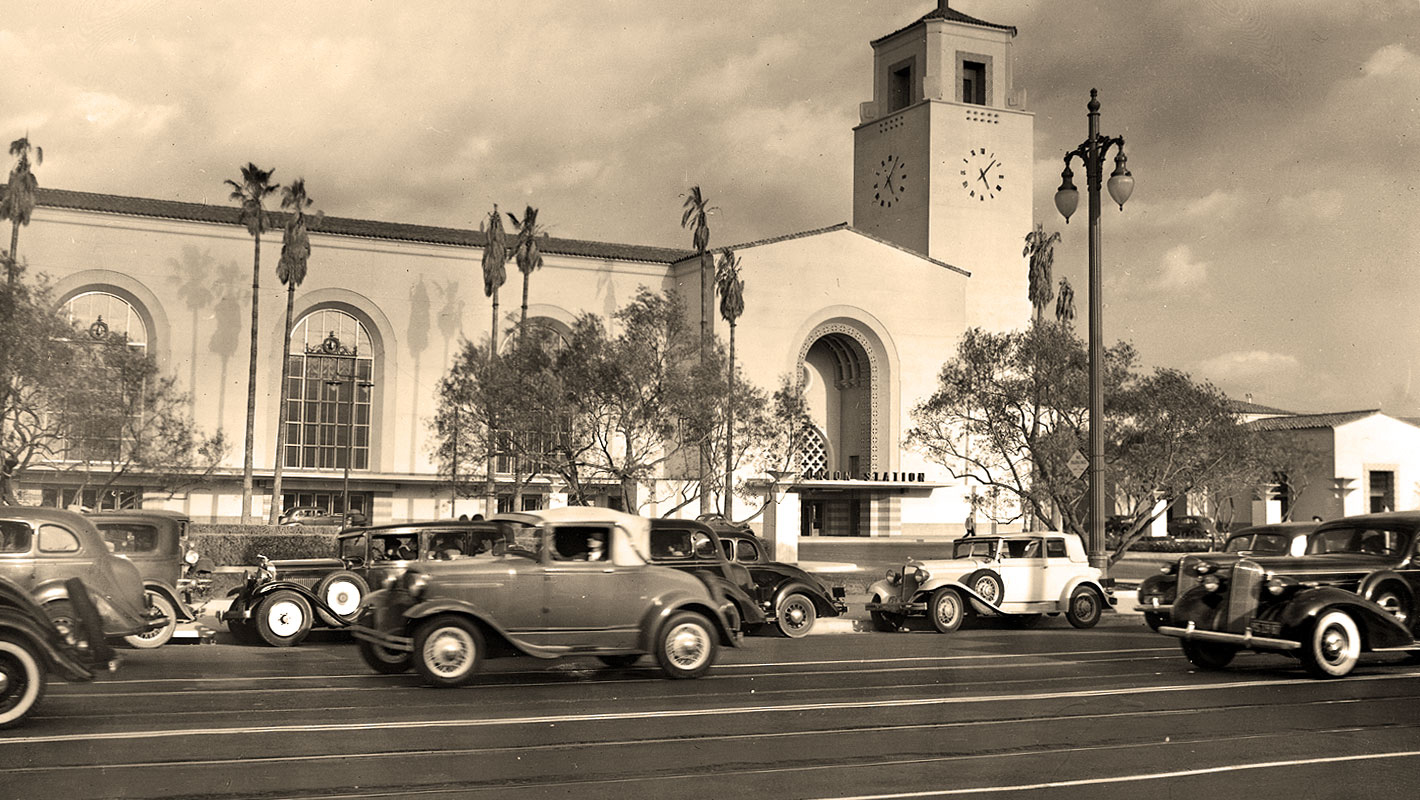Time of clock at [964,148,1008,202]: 5:07
